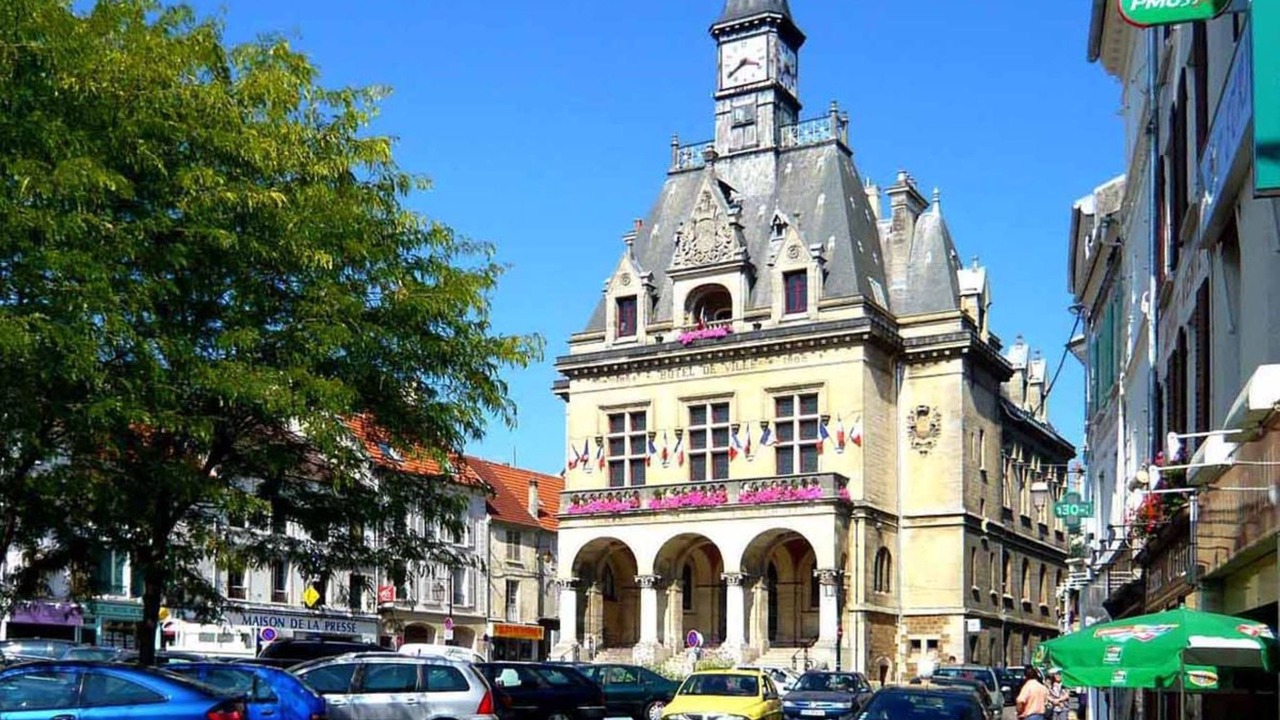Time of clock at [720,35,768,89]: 3:39
